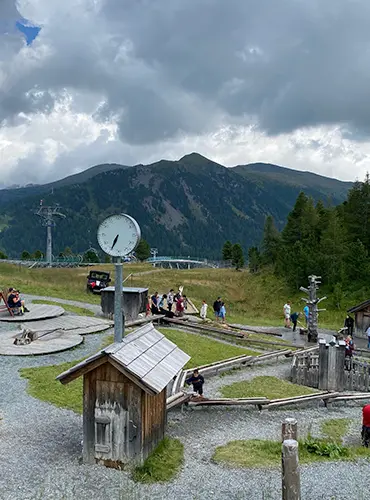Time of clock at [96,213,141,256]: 6:34
